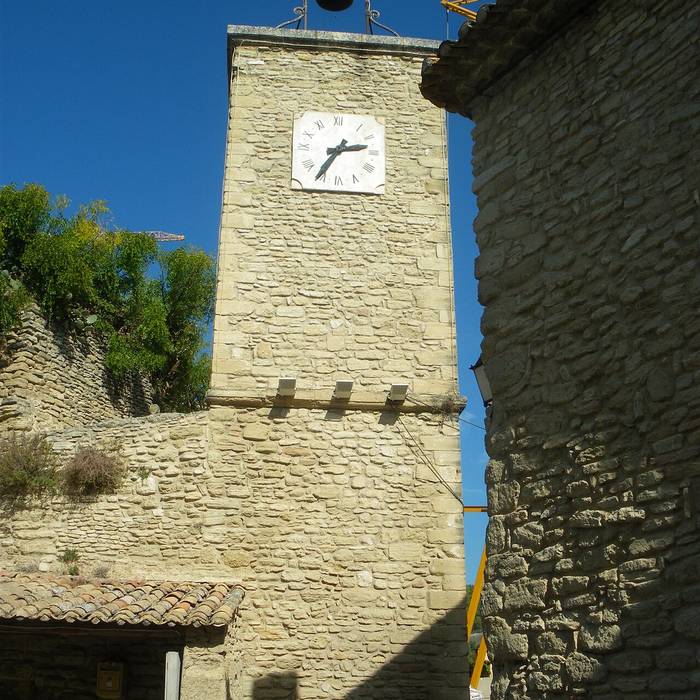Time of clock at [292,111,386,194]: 2:35
